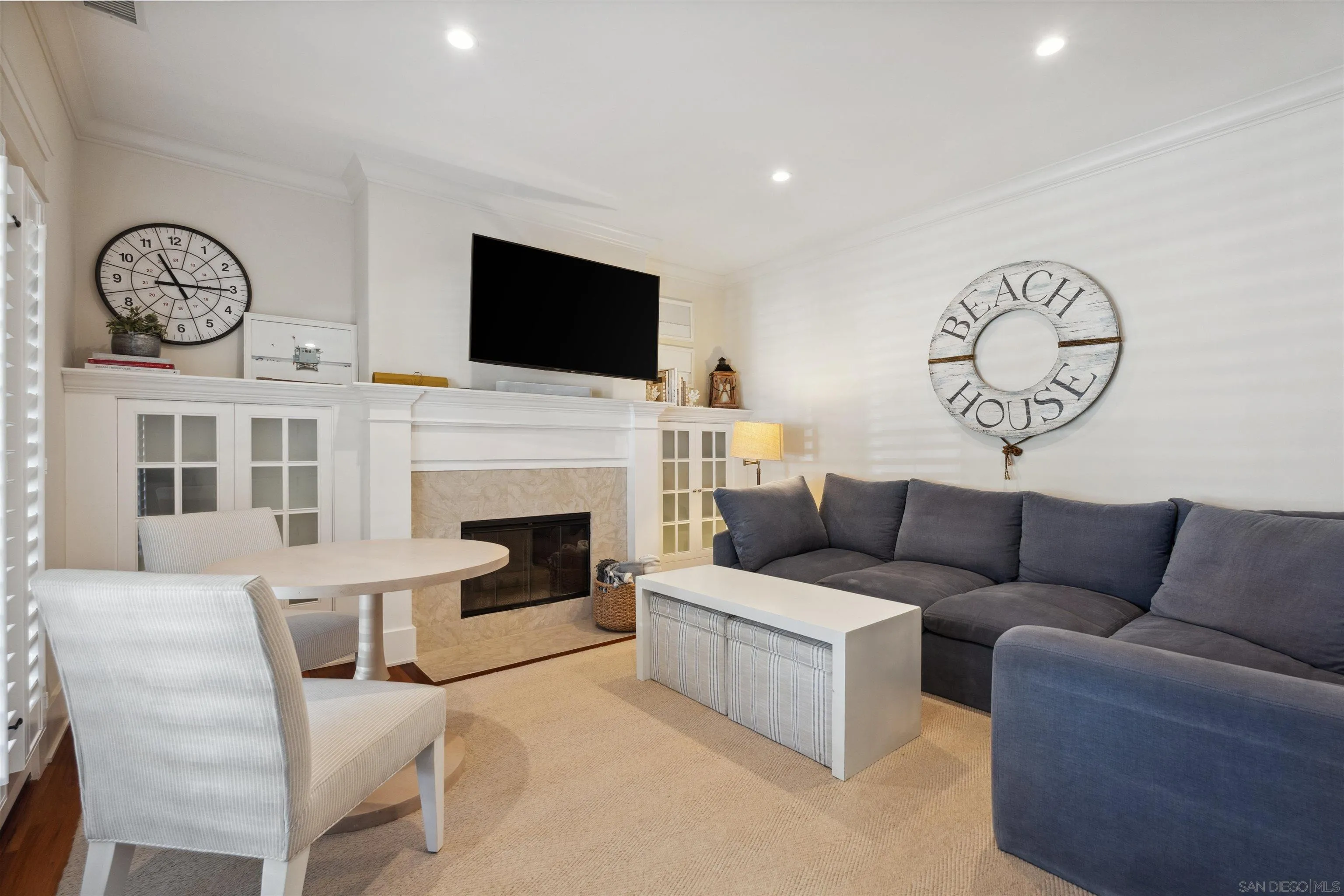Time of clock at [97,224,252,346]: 11:15
